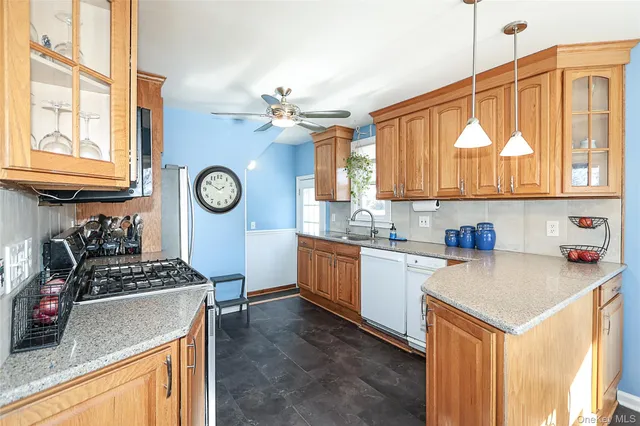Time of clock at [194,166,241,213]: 1:50
